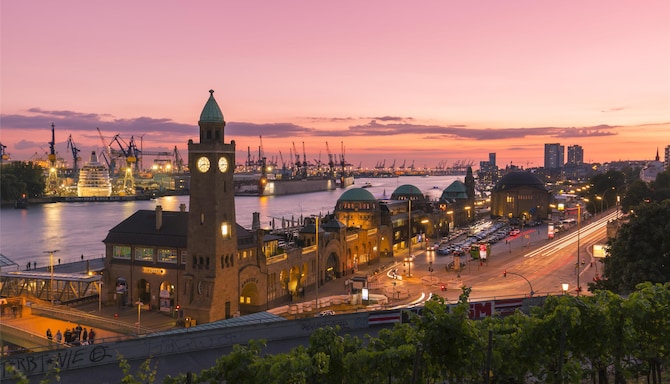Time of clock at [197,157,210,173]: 8:15
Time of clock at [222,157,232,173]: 8:14
